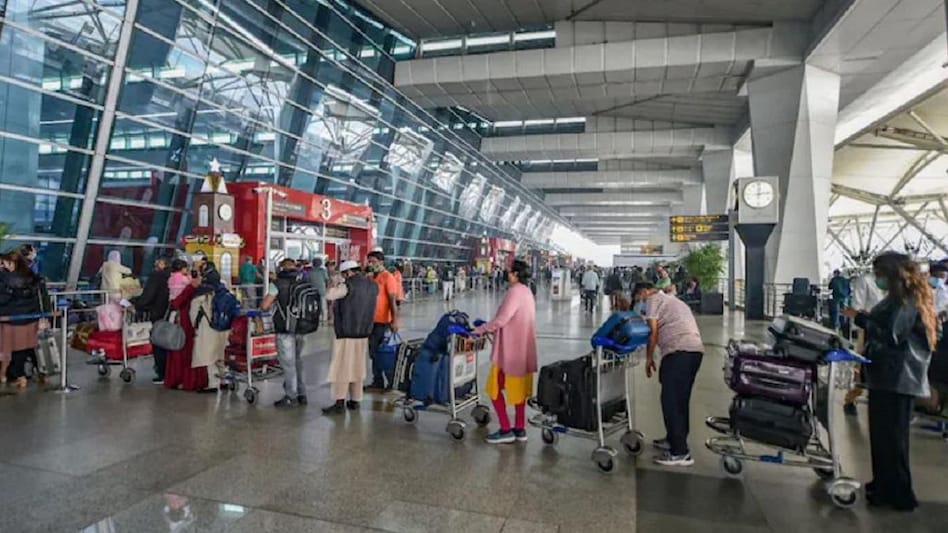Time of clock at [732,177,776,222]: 12:13
